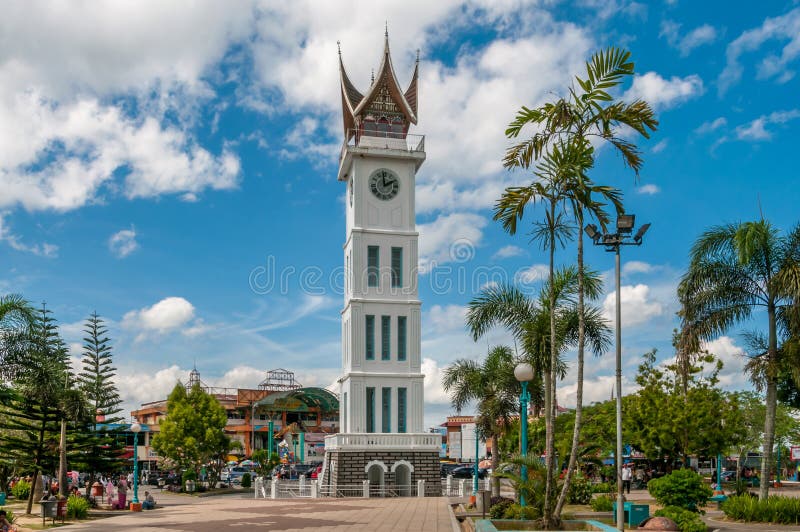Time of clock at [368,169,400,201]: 1:59
